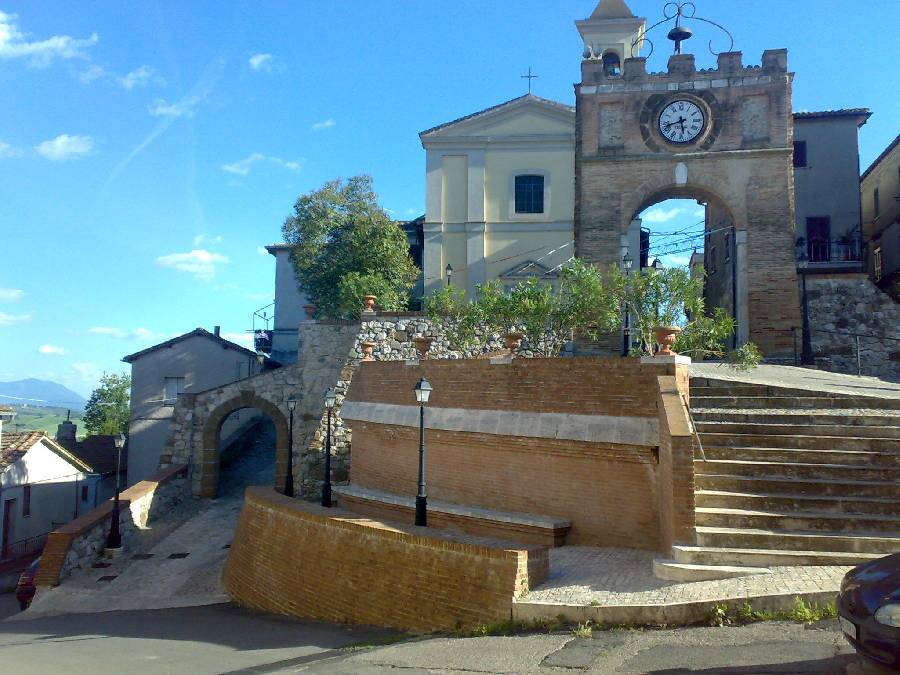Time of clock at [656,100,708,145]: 5:42
